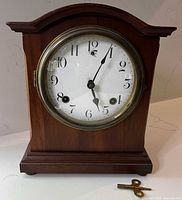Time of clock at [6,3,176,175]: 5:04
